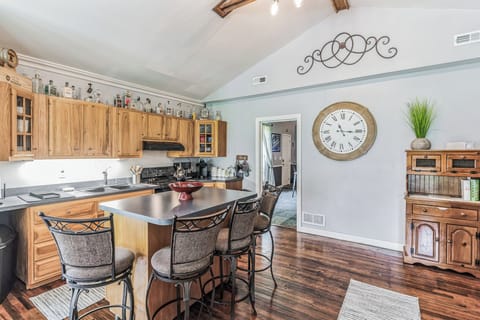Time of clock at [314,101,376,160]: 11:15
